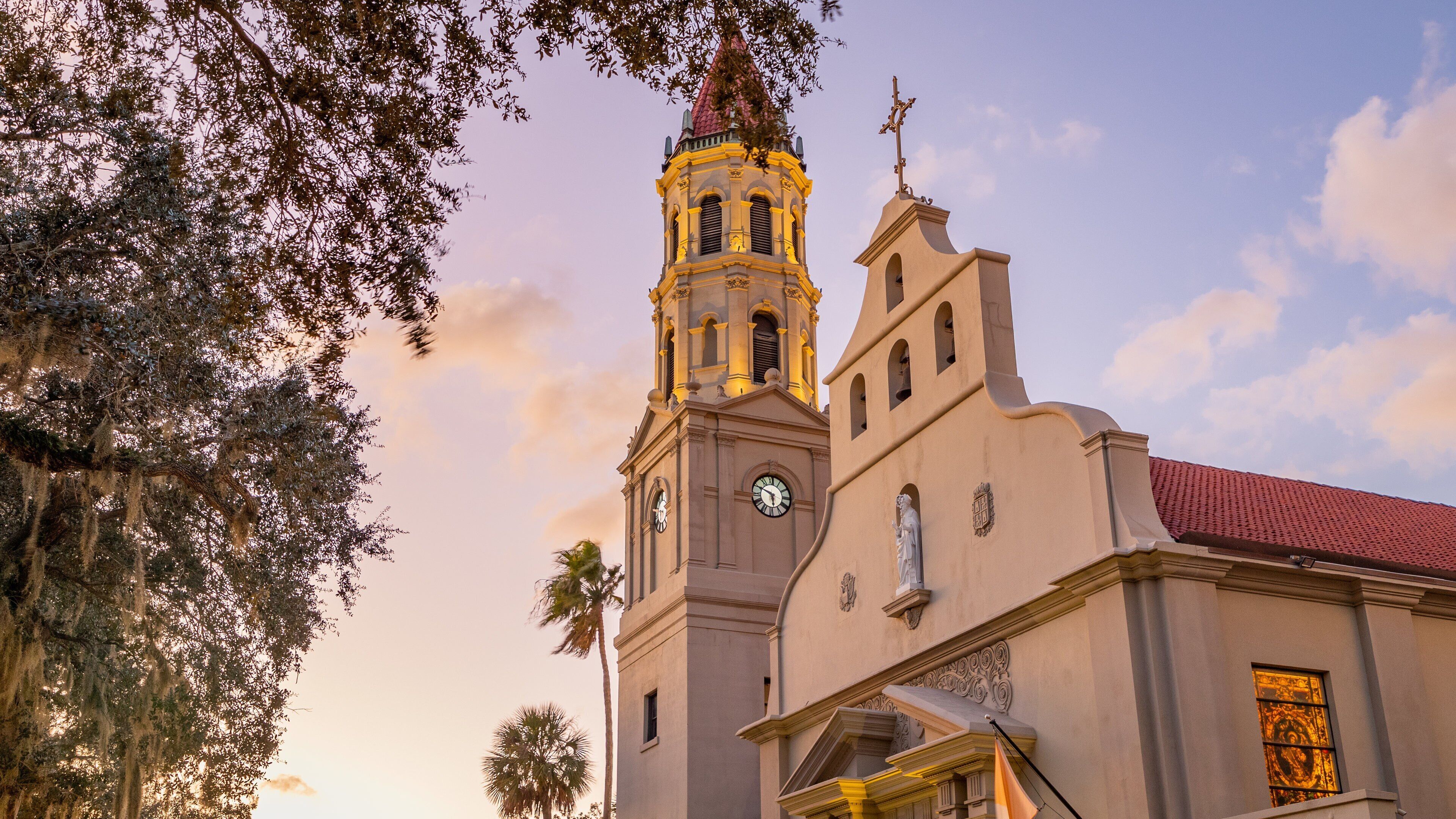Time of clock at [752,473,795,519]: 5:49
